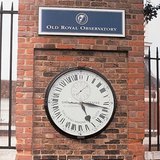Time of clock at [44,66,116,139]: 5:16
